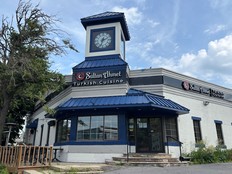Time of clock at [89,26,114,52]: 2:33
